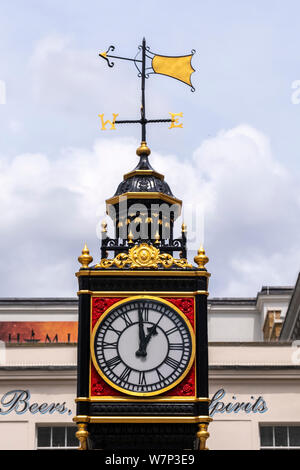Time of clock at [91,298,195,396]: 12:59
